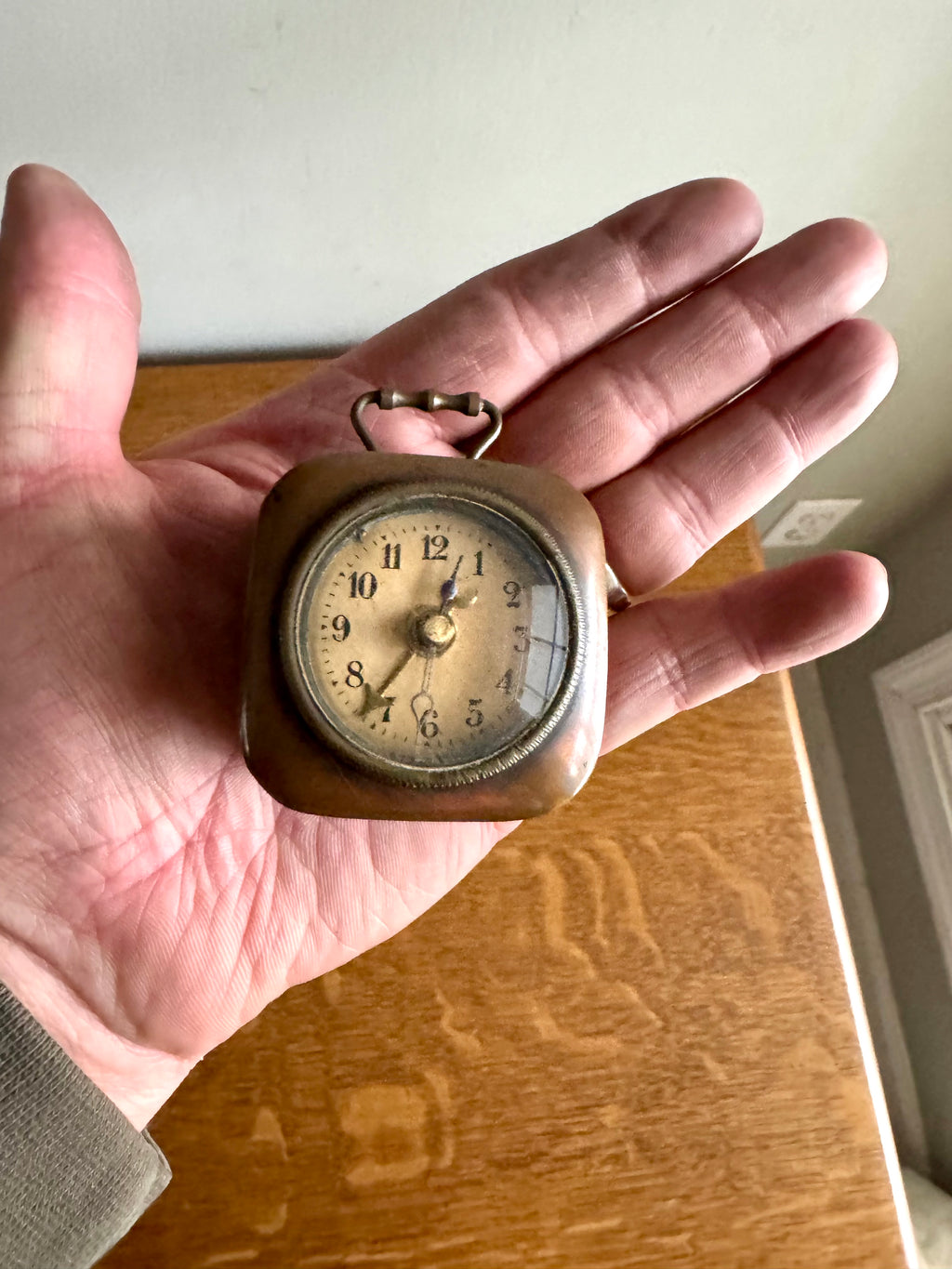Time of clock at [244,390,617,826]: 12:36
